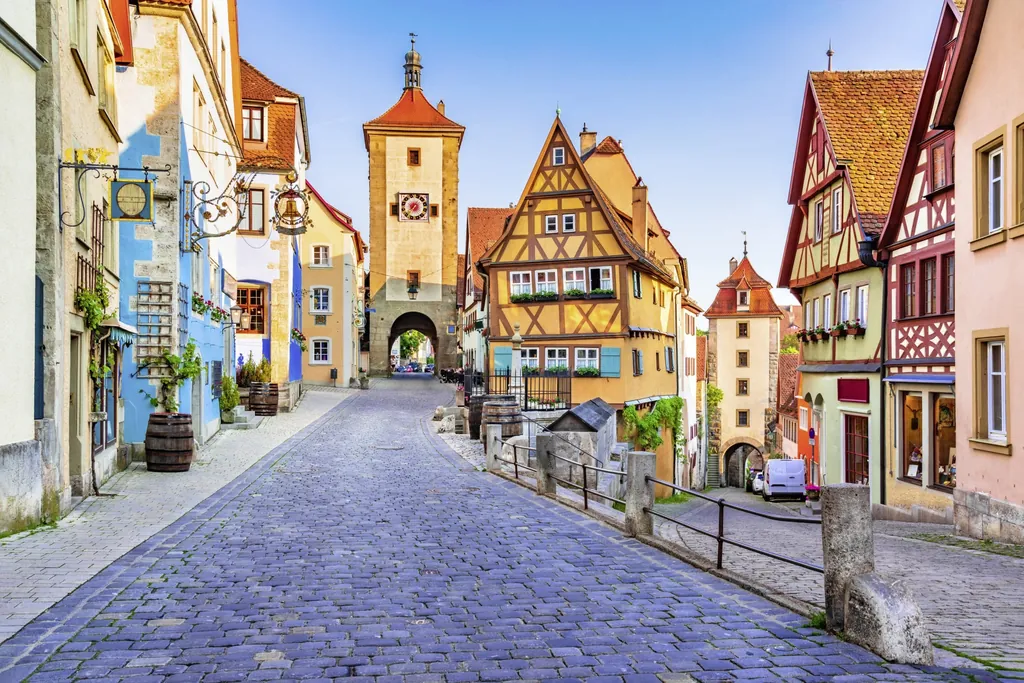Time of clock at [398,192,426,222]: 7:37
